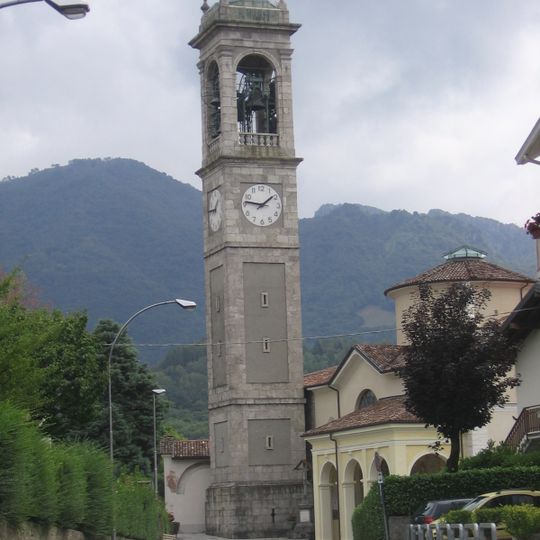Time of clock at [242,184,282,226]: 1:46
